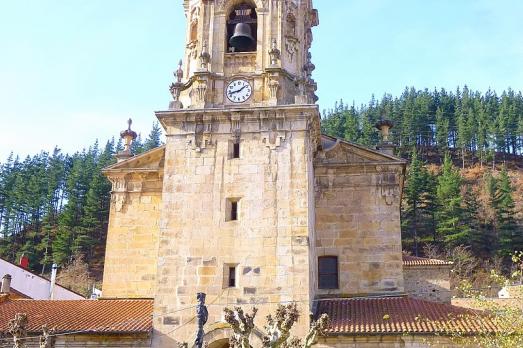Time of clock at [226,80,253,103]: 1:42
